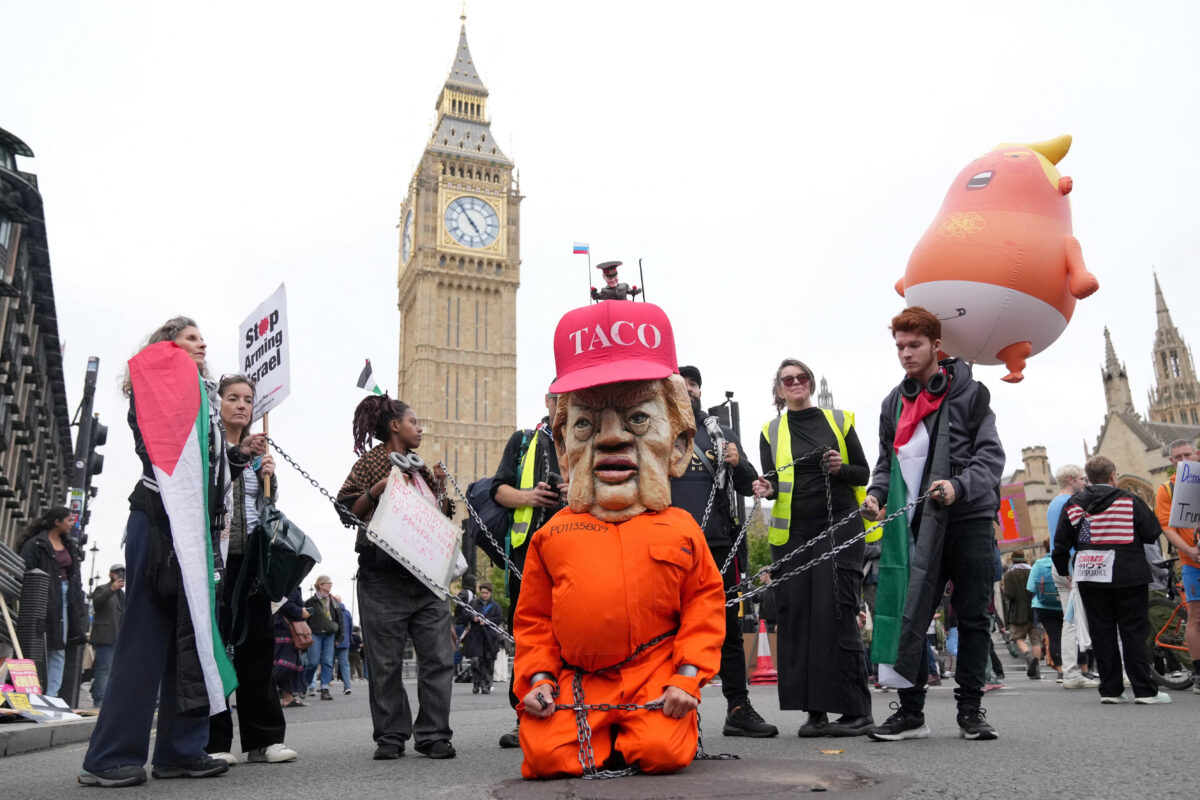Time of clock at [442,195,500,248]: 4:53
